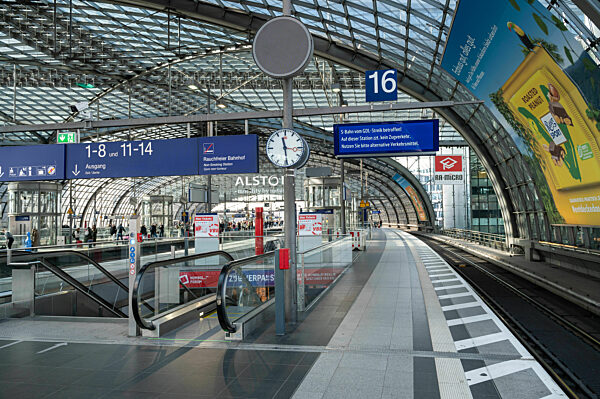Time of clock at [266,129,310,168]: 11:28
